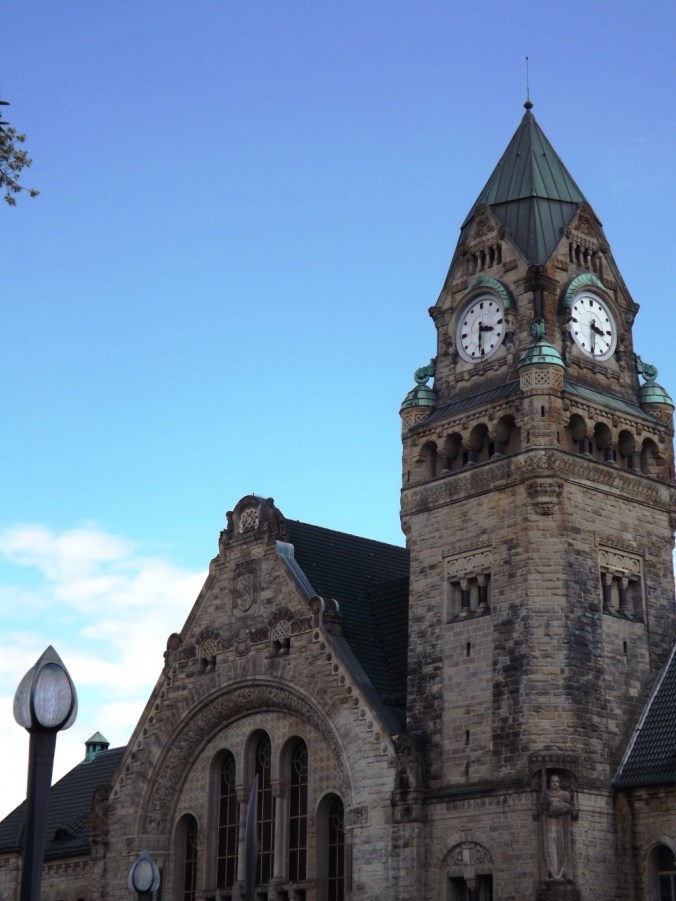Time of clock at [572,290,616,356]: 3:30
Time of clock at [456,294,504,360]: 3:31
